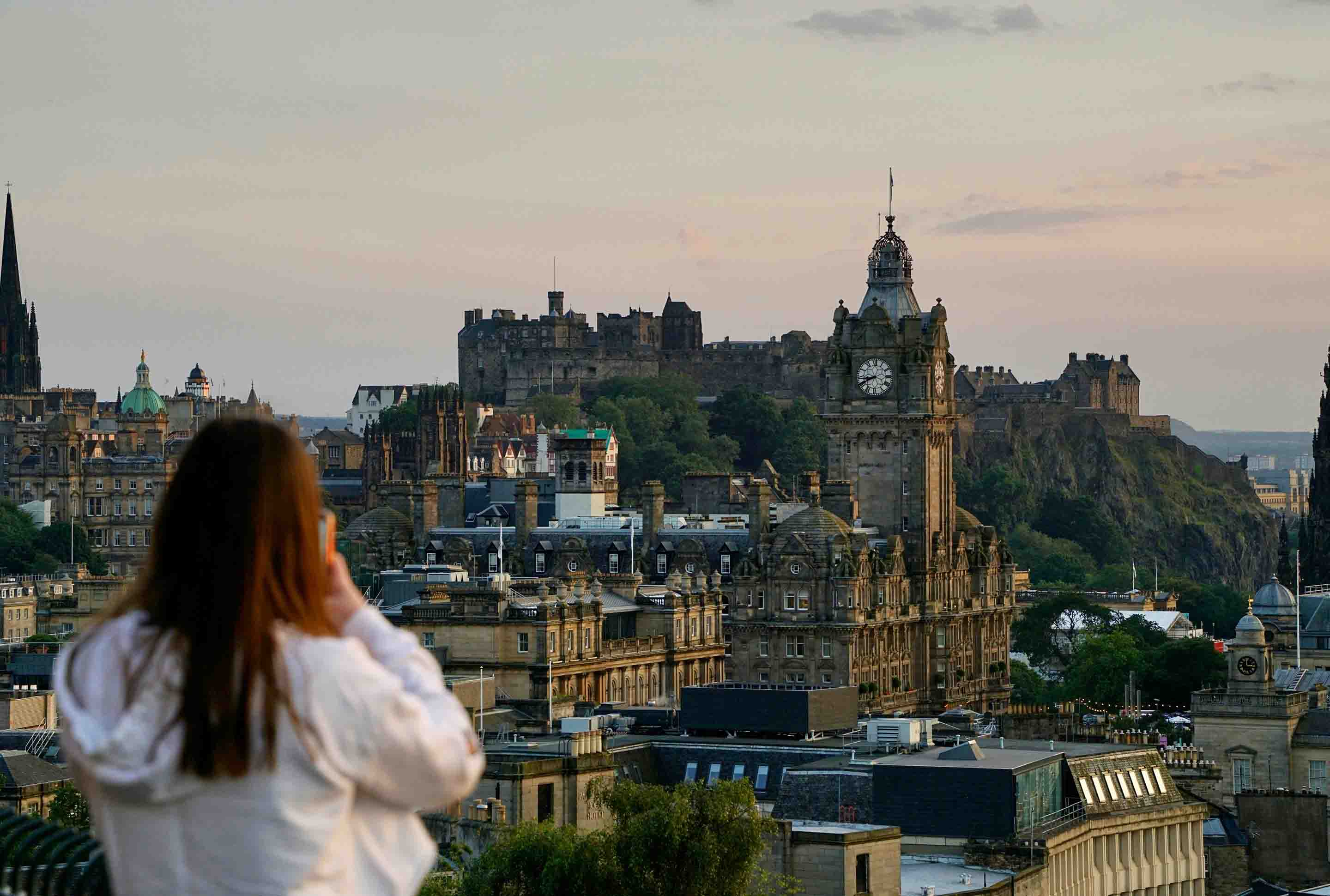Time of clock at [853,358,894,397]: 8:40
